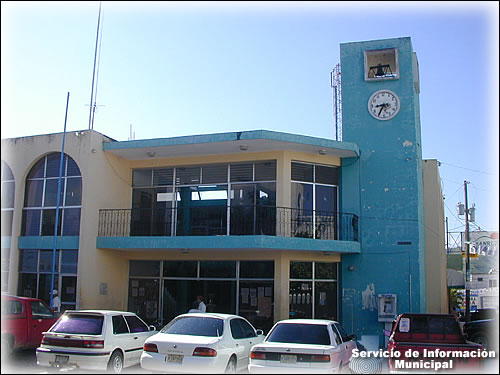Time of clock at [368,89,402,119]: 8:35
